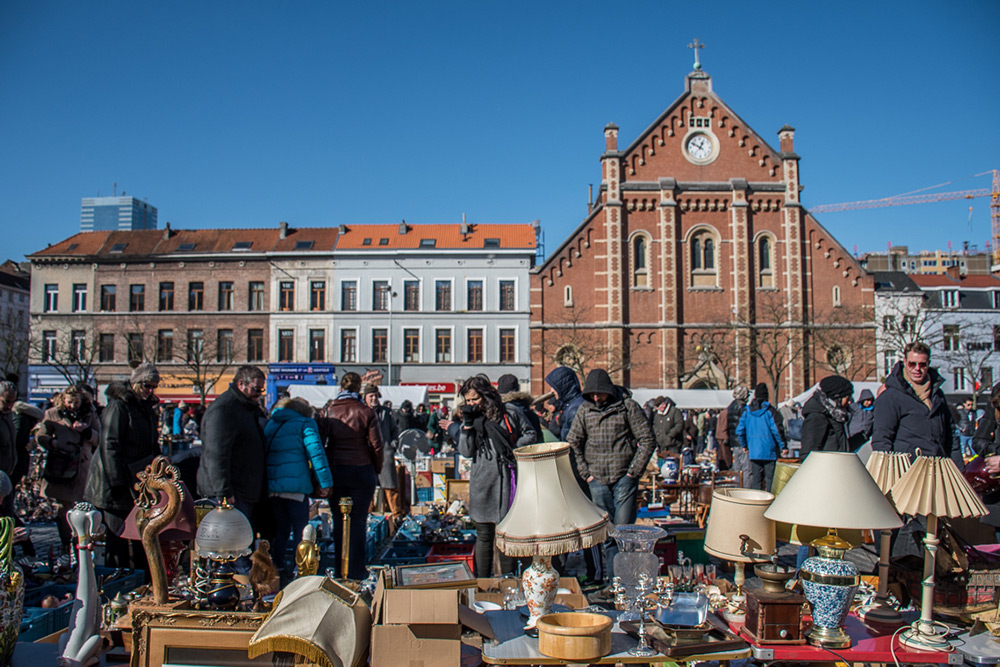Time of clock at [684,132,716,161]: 12:49
